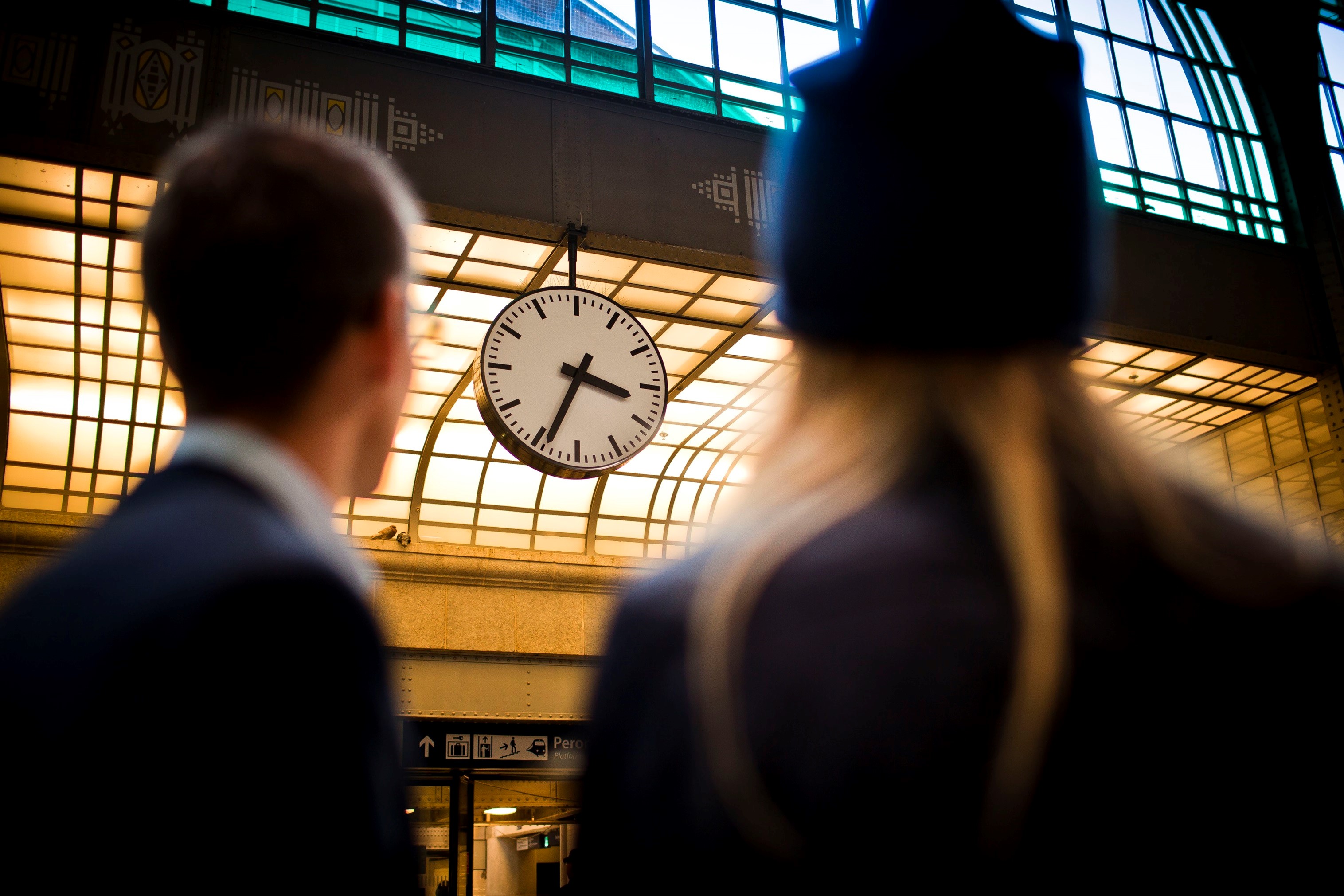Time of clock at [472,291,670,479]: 3:34
